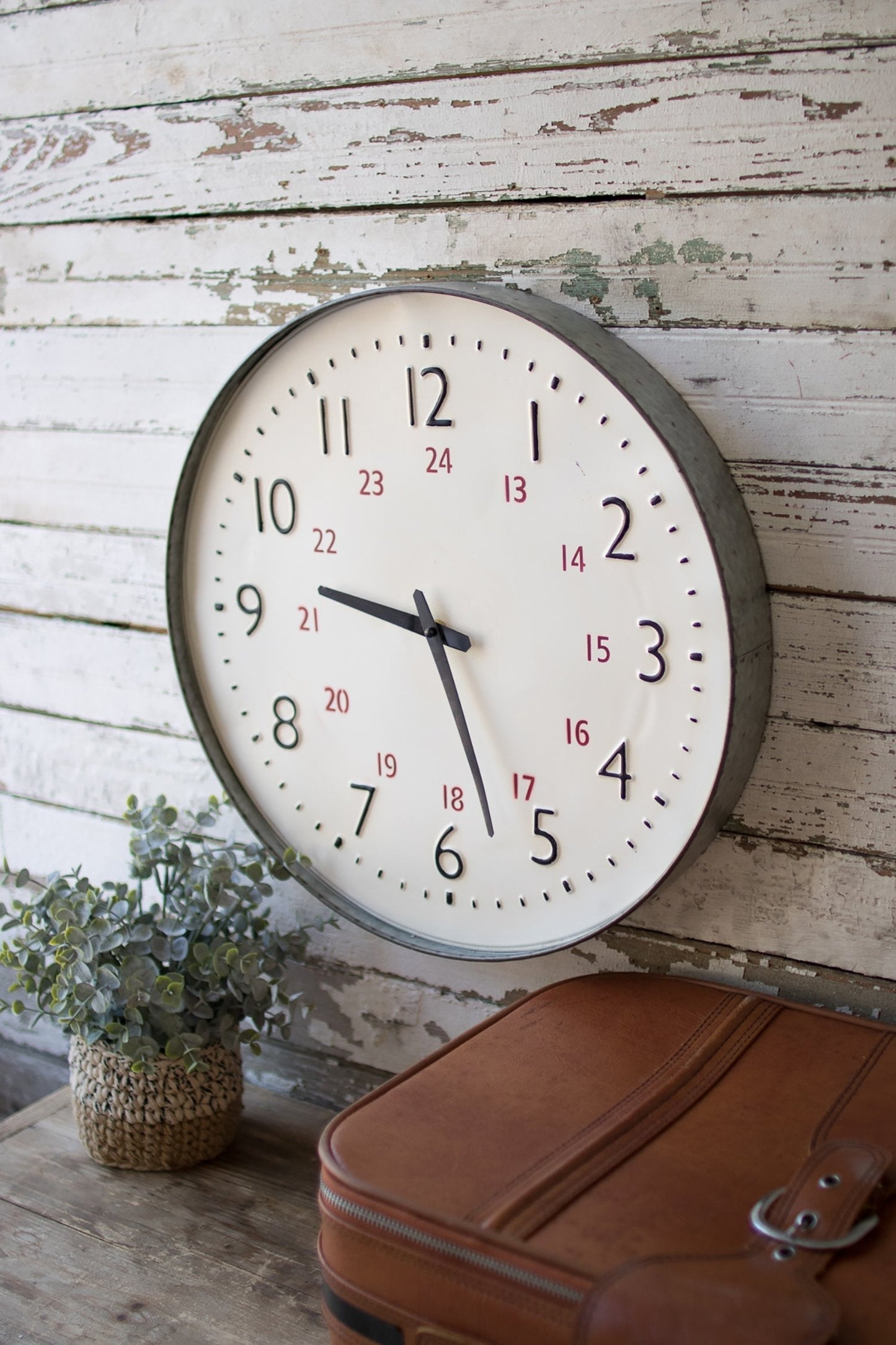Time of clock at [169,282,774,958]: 9:27
